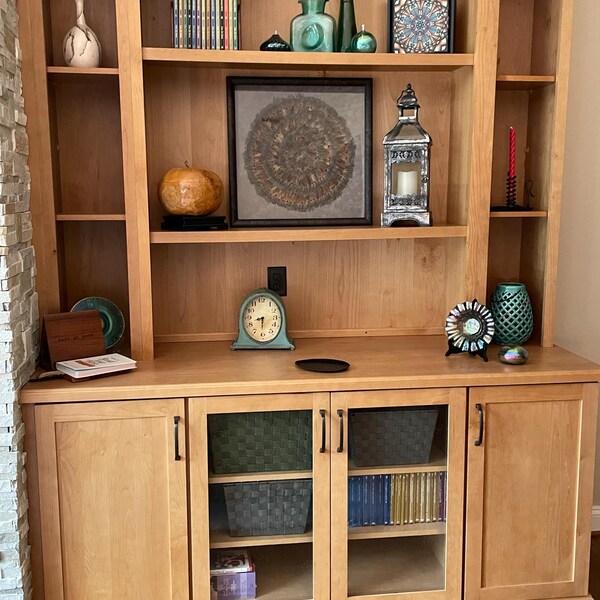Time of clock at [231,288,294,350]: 8:30
